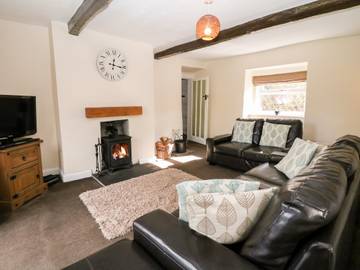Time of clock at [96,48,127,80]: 12:16
